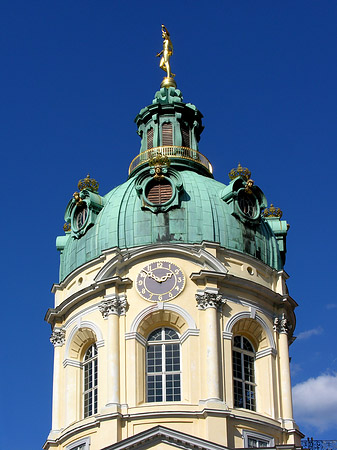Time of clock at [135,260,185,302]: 1:52
